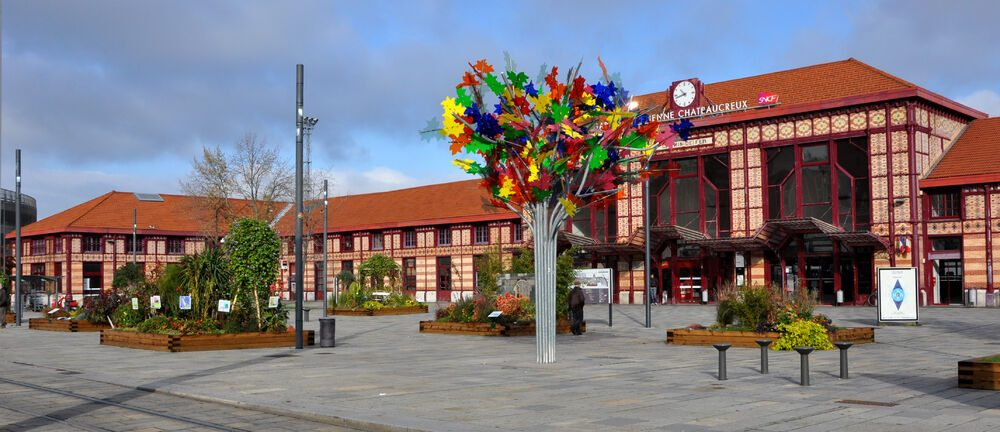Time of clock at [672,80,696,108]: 10:42
